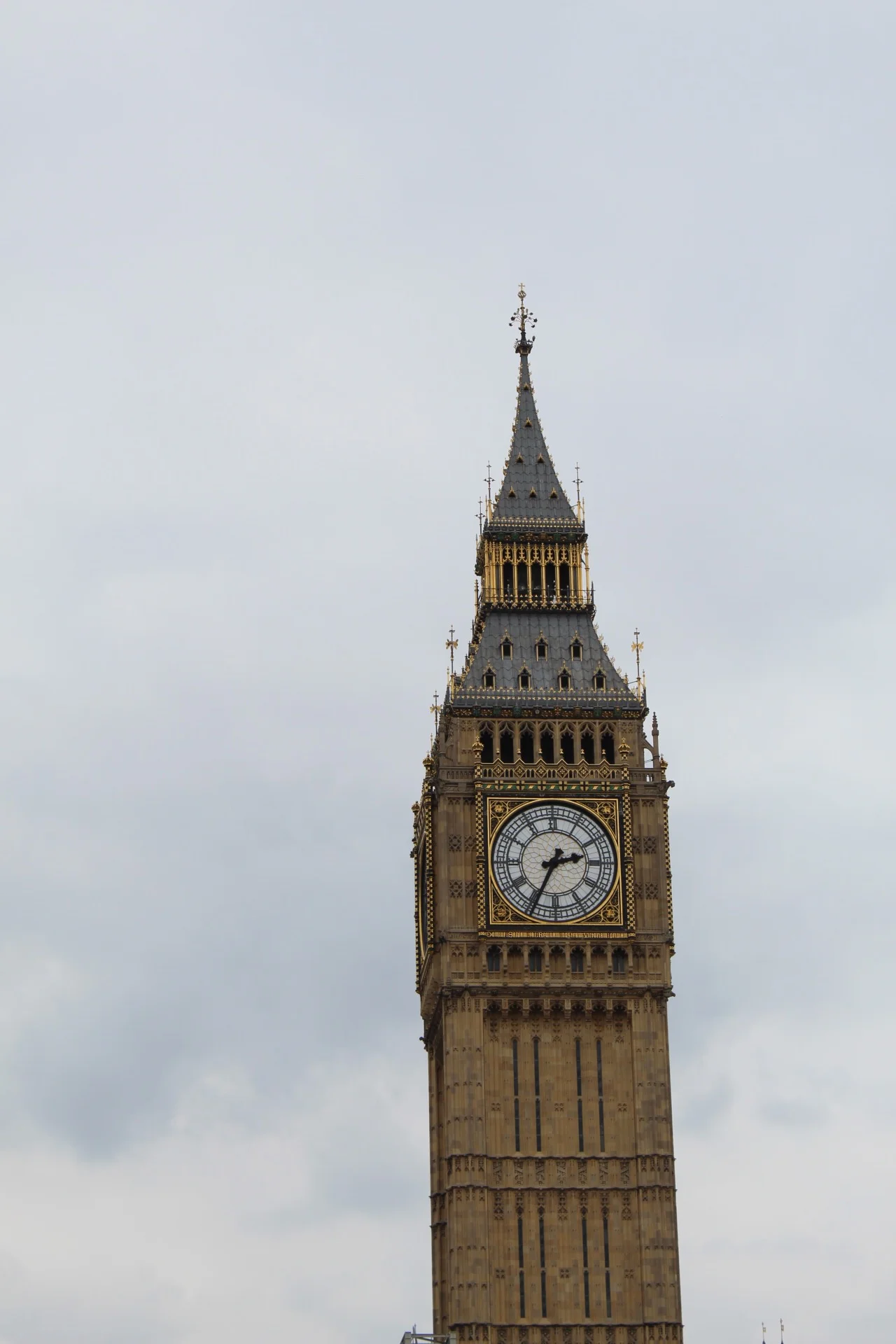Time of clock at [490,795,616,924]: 2:34
